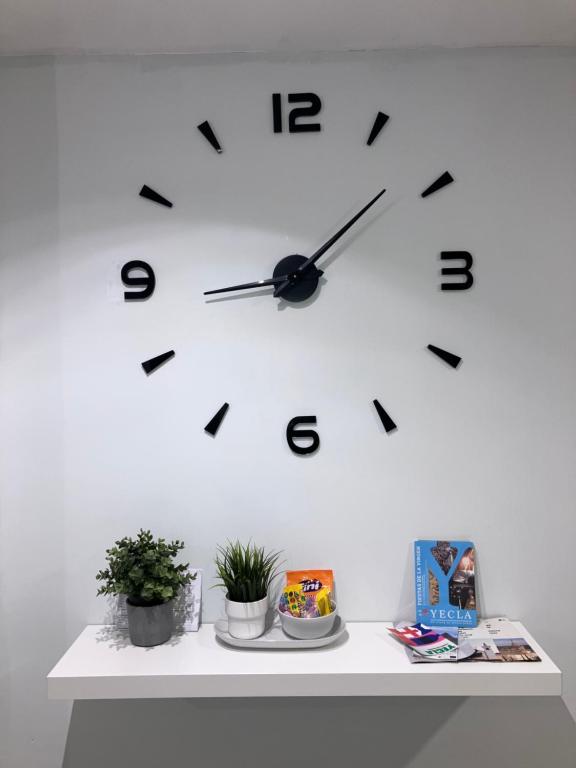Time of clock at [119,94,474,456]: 1:43
